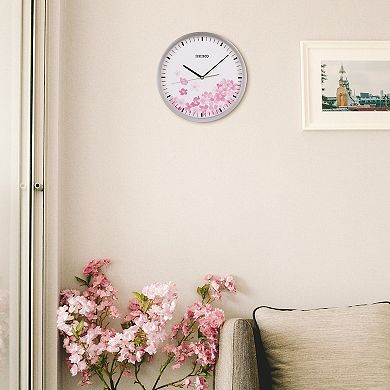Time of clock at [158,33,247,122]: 10:08
